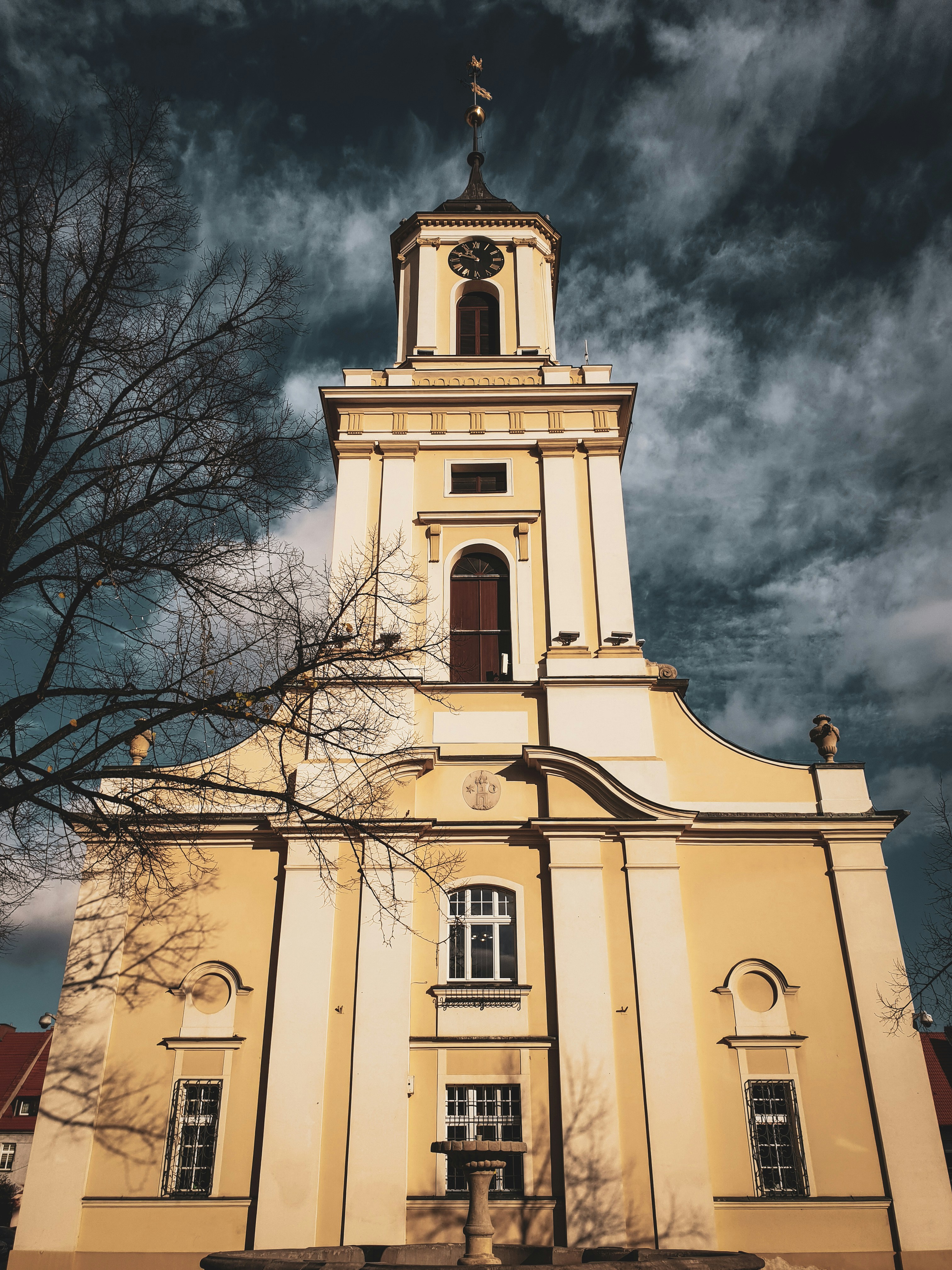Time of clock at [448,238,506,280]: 10:48
